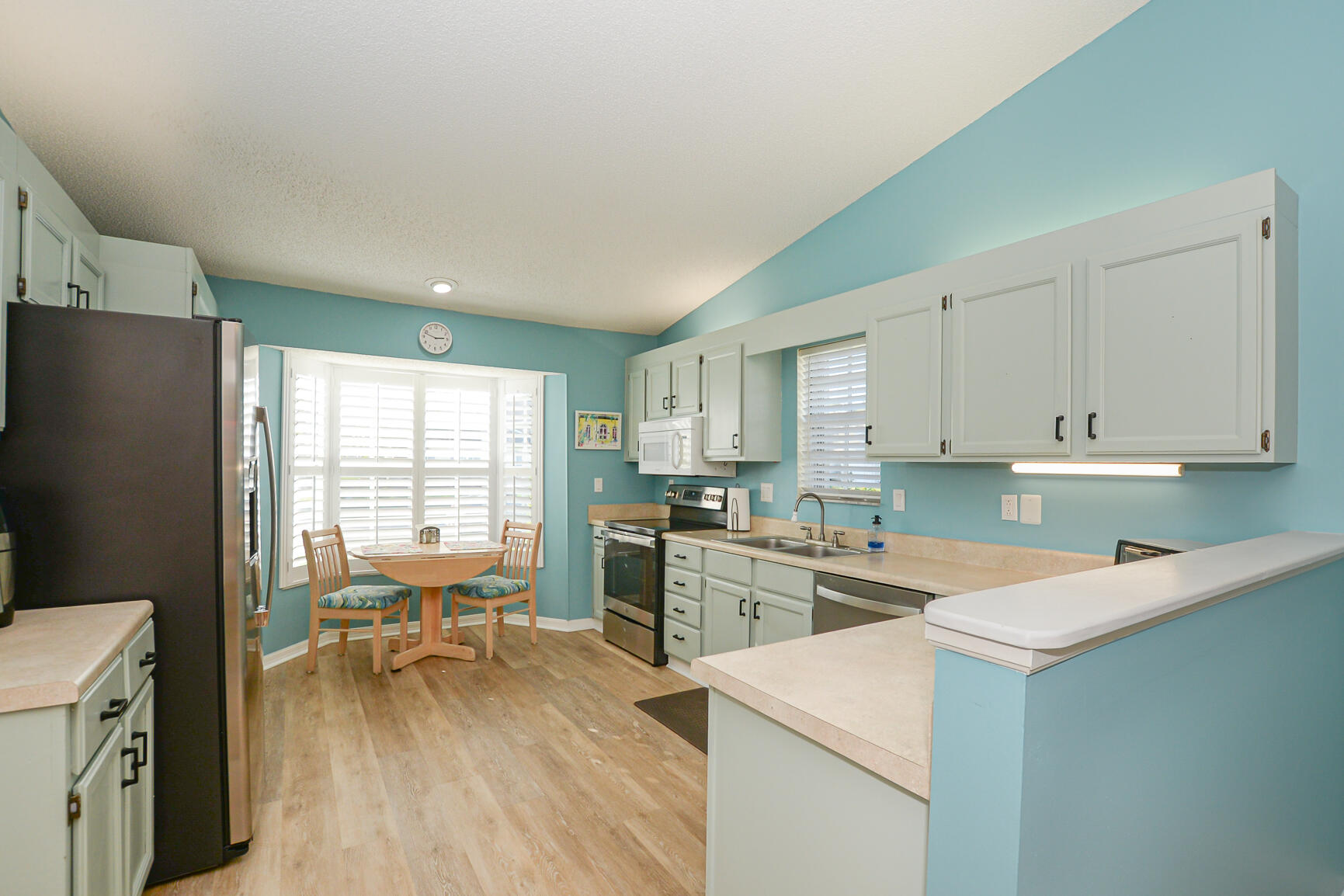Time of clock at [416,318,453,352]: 2:48
